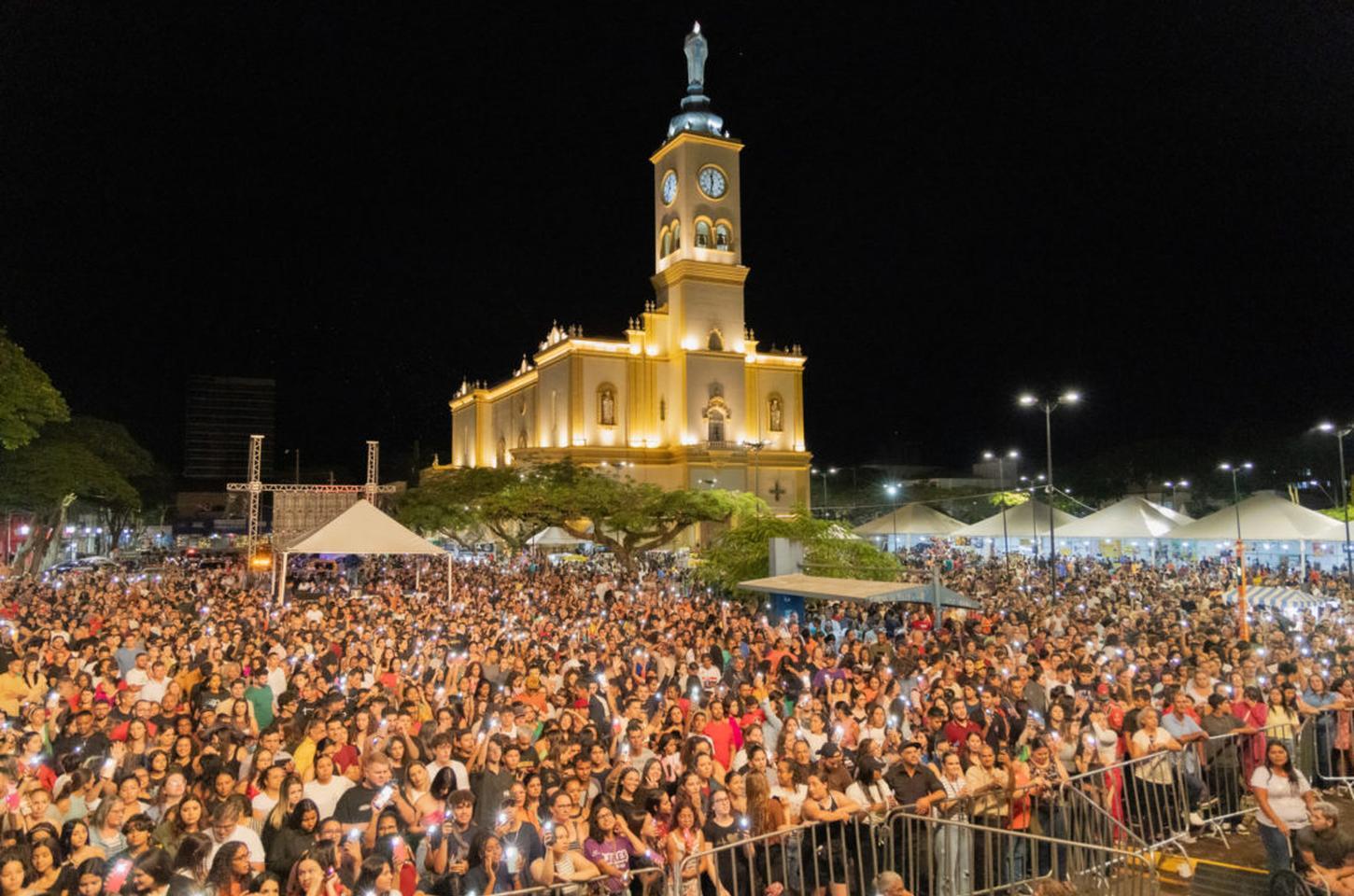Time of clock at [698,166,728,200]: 11:32
